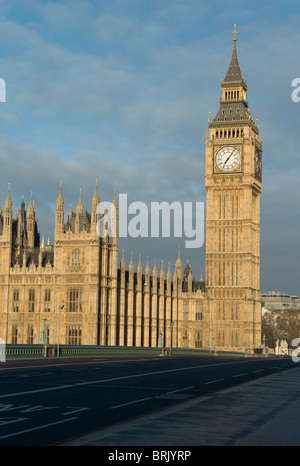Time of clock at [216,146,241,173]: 7:06
